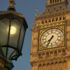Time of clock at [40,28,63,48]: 7:34
